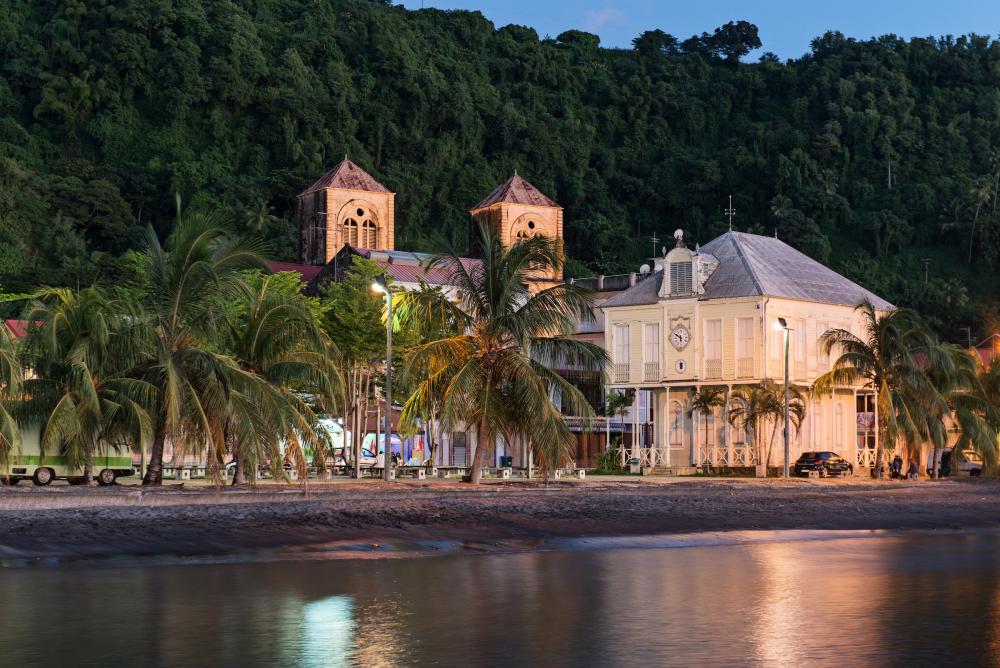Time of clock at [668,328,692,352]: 5:49
